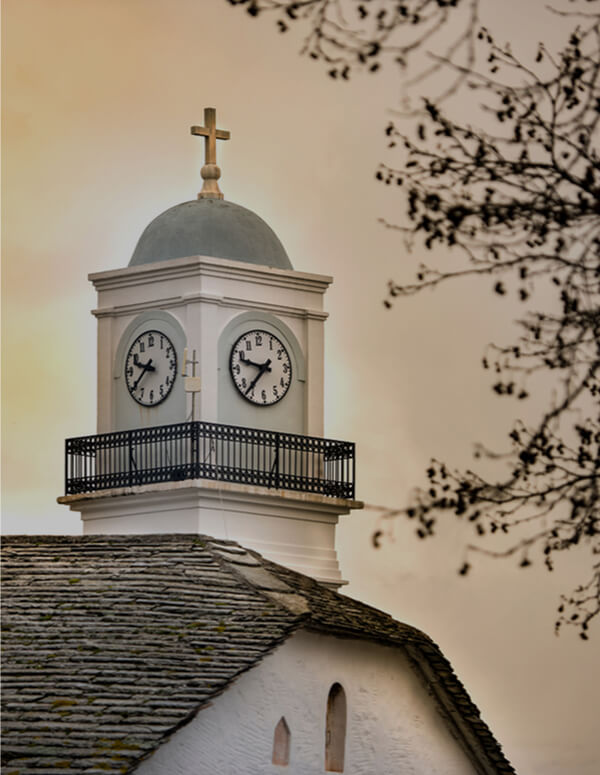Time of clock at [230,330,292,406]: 9:37
